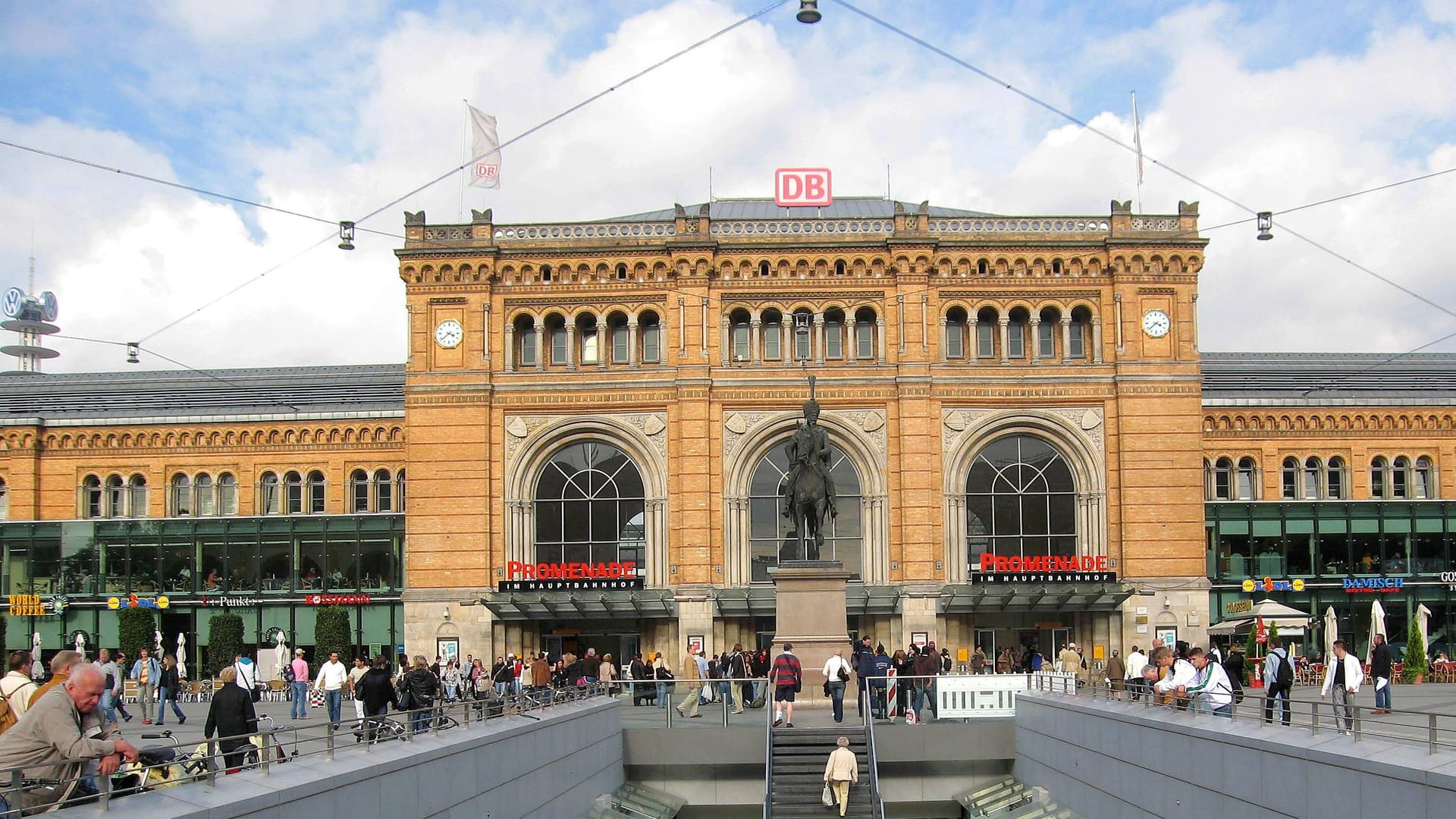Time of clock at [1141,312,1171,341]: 3:38
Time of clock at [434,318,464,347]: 3:38
